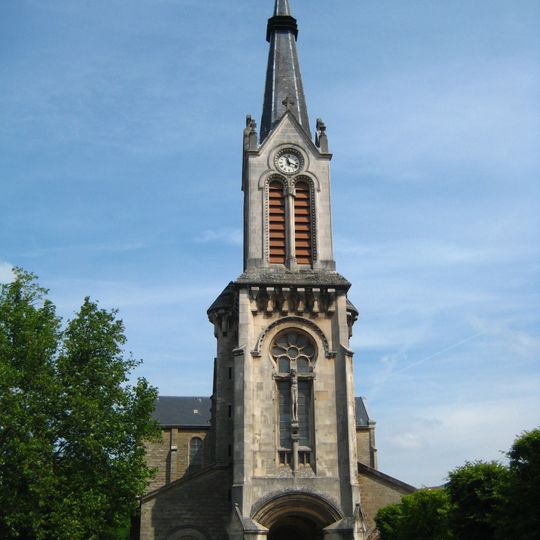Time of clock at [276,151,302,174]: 11:18
